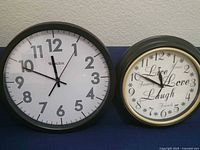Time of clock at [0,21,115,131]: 11:48
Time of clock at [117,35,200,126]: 11:50
